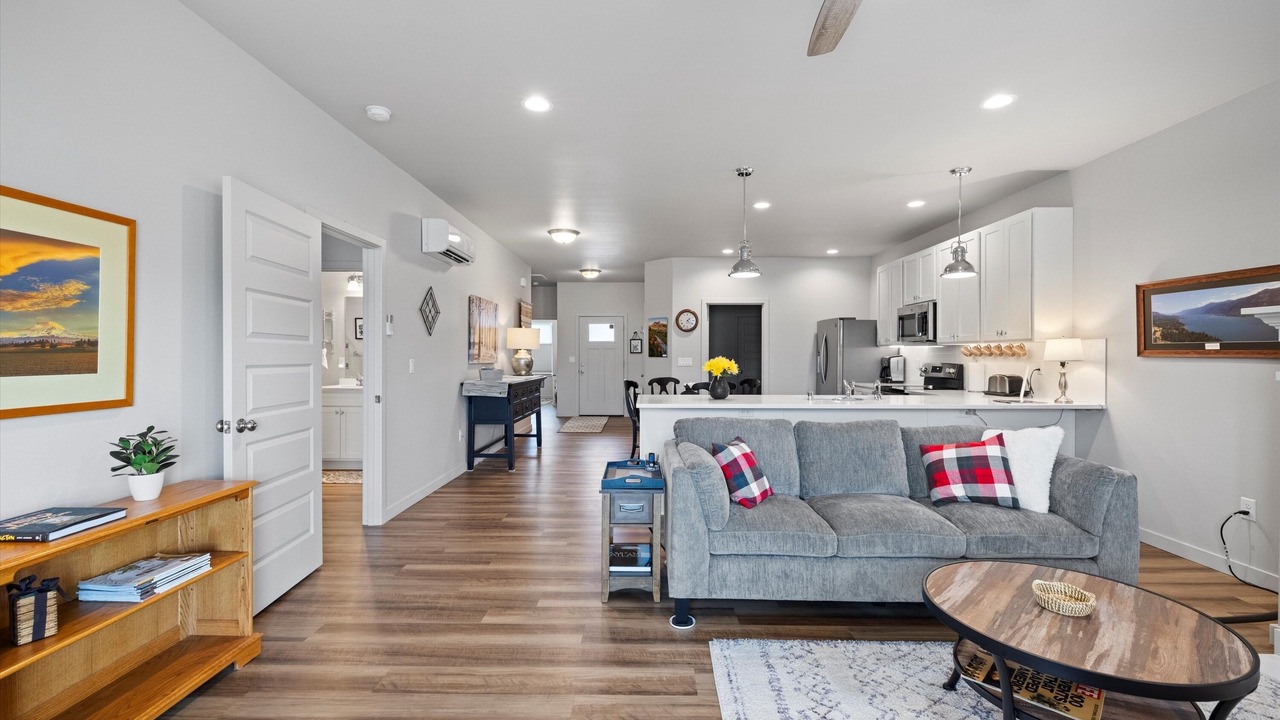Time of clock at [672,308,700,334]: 1:21
